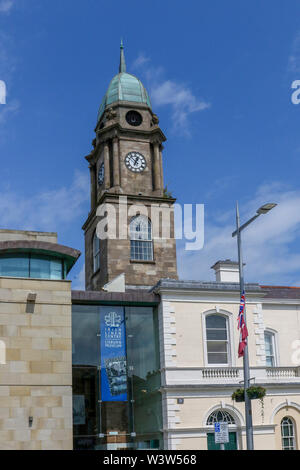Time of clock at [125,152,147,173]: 12:52
